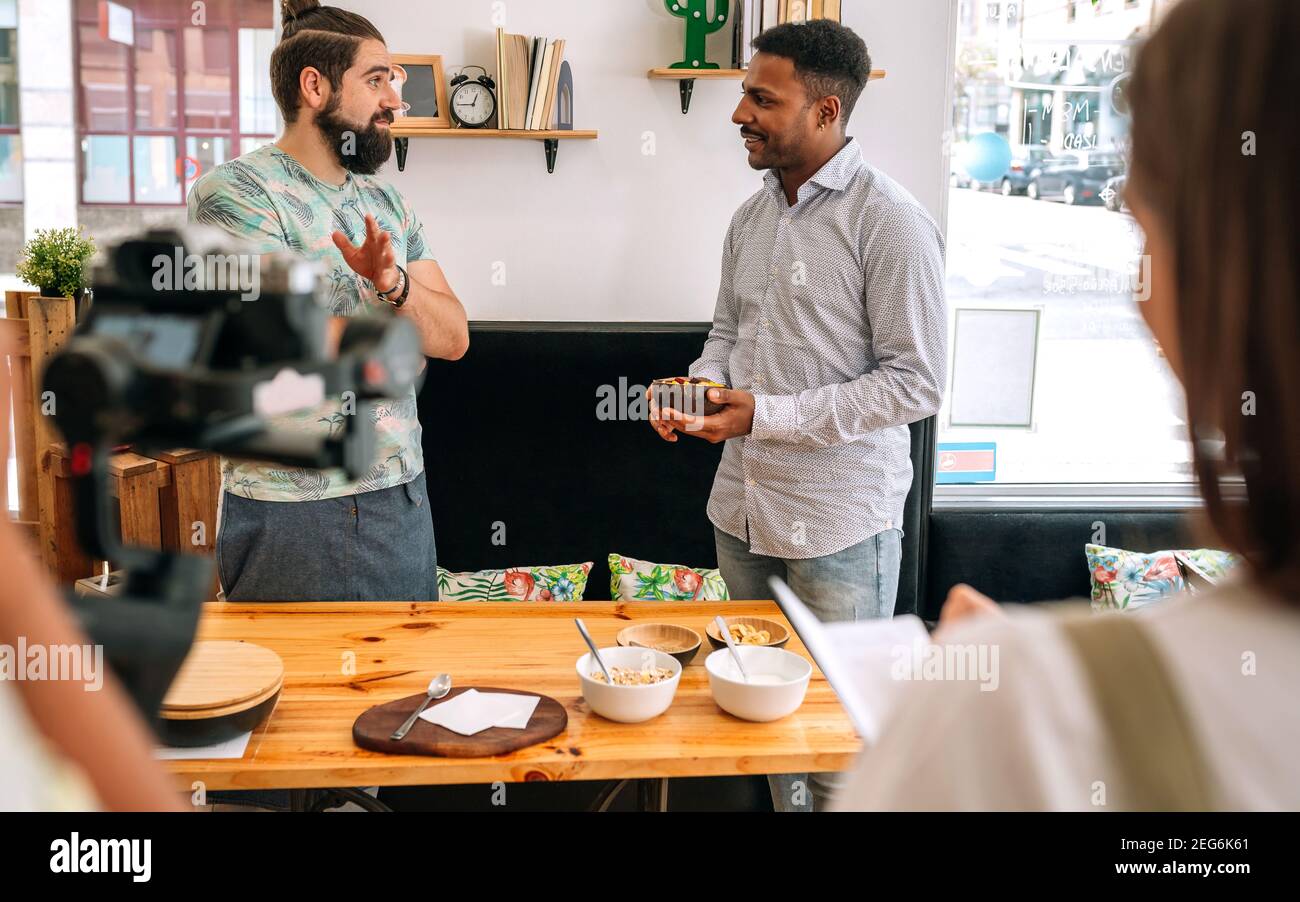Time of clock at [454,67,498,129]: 12:44
